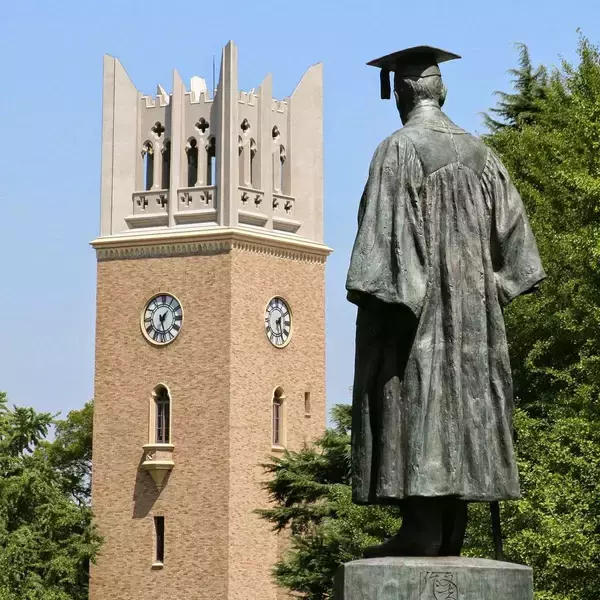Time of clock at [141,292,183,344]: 1:28
